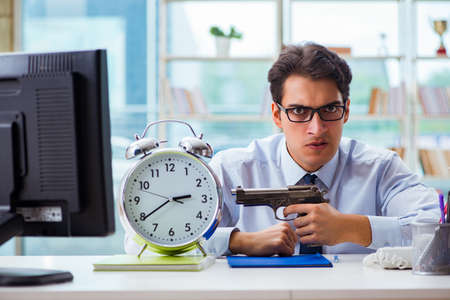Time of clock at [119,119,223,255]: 2:39
